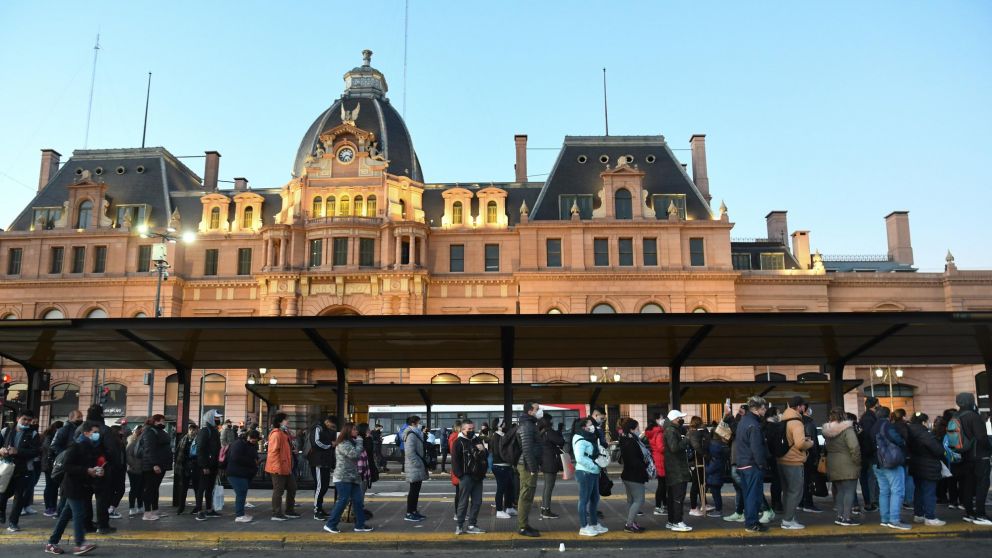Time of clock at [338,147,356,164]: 7:17
